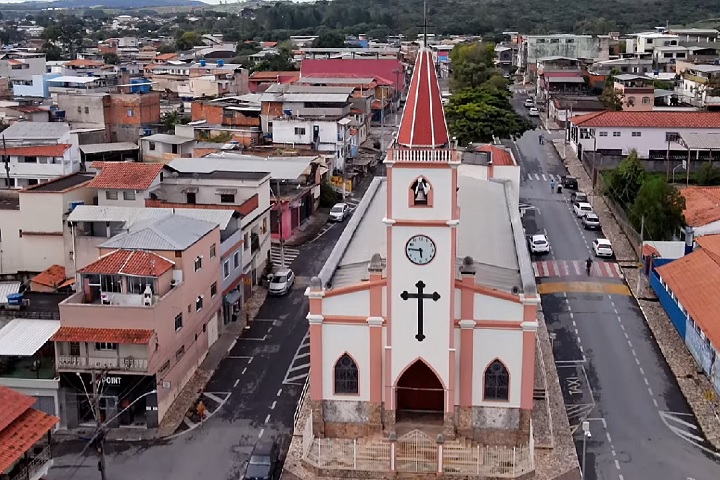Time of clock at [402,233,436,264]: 5:46
